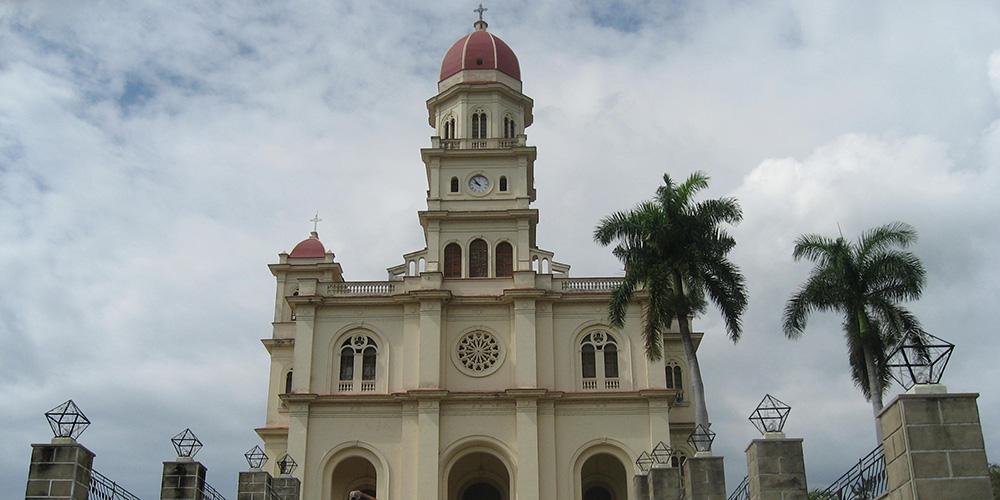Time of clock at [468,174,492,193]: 9:53
